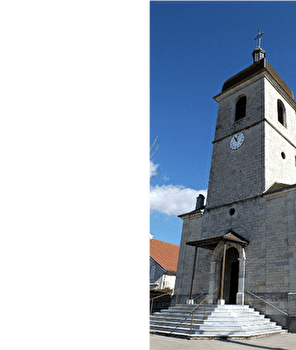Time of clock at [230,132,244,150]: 11:02
